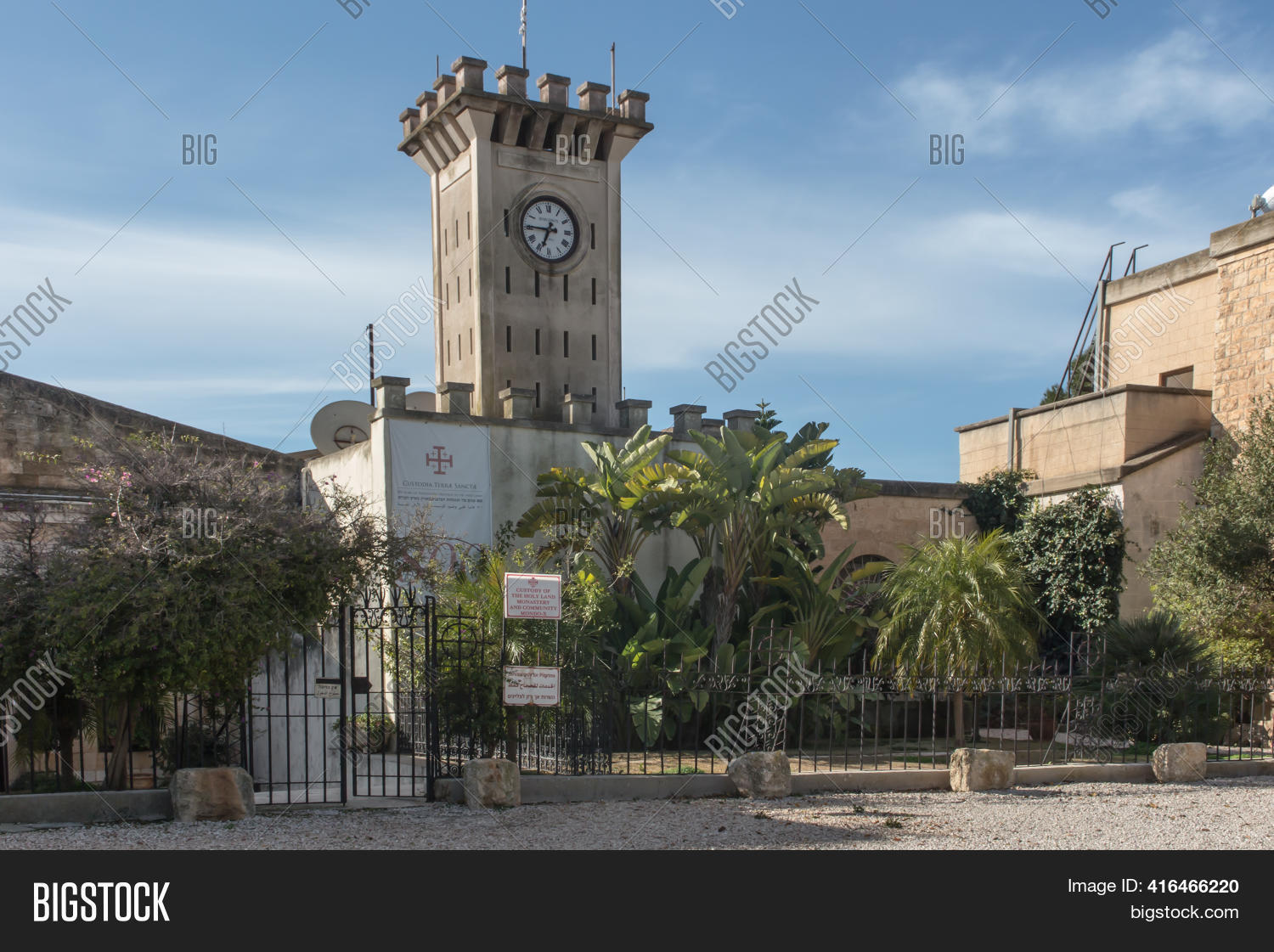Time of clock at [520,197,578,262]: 6:45
